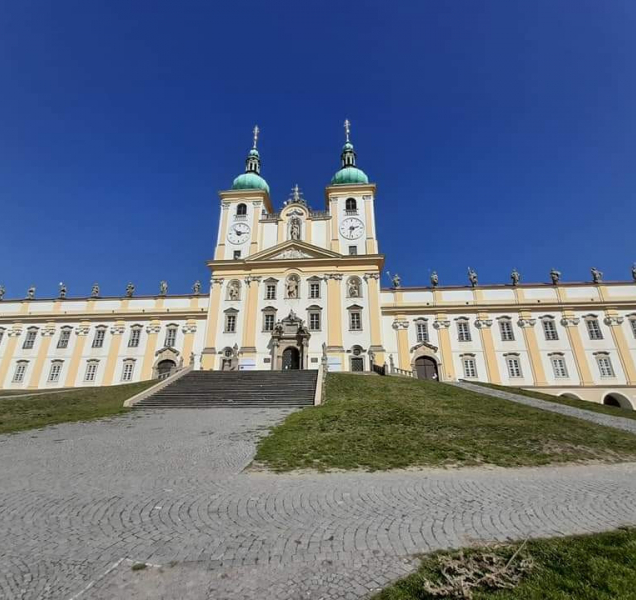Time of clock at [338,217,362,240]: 2:32
